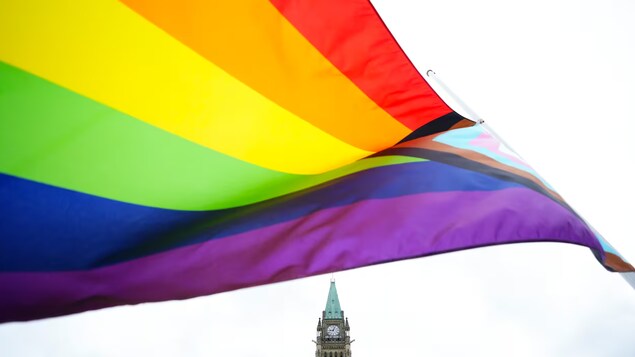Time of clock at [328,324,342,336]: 9:03
